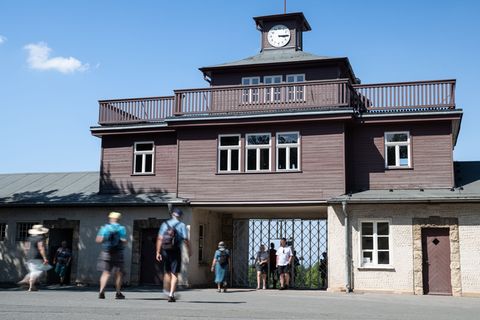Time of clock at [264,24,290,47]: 3:15
